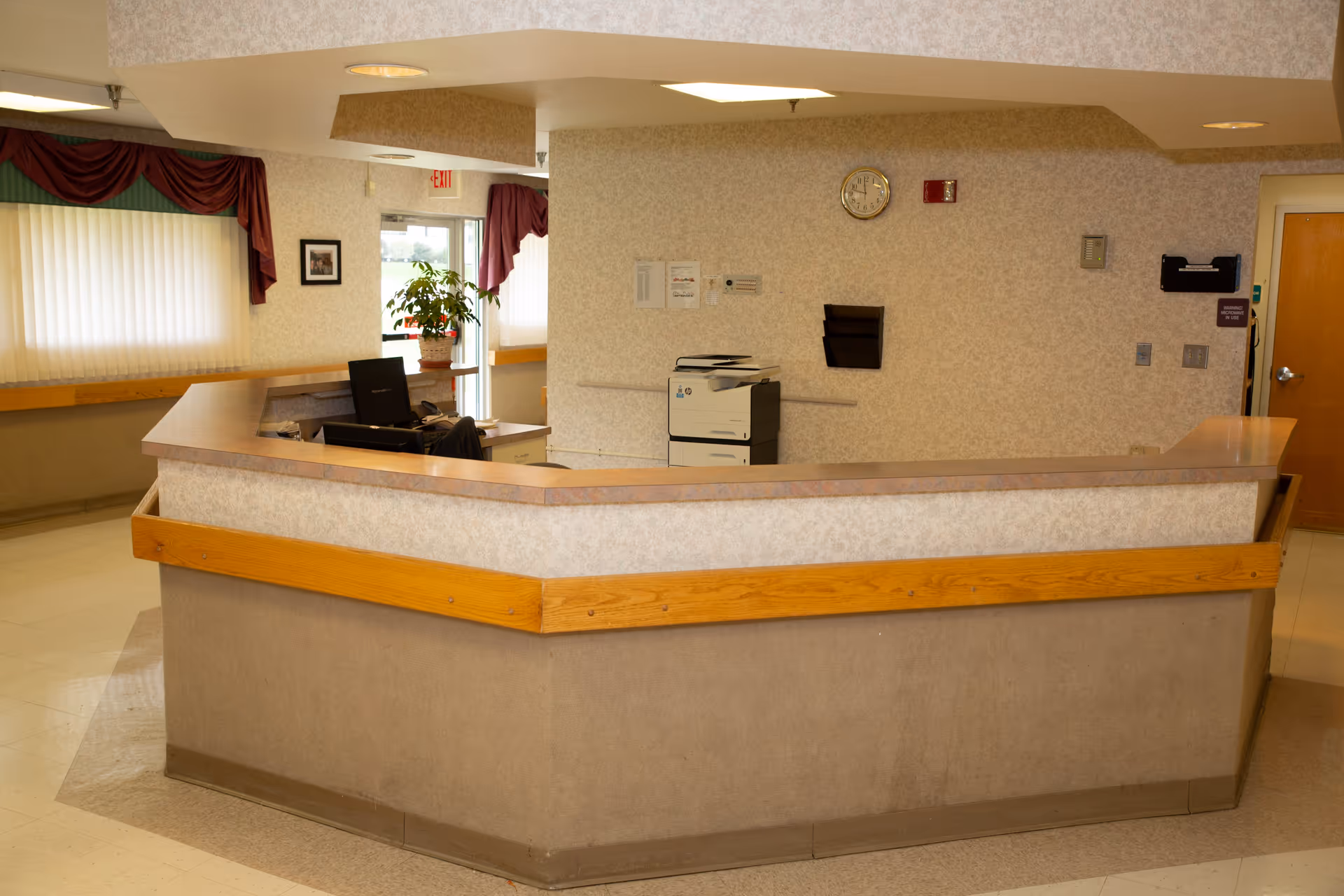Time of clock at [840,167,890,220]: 11:47
